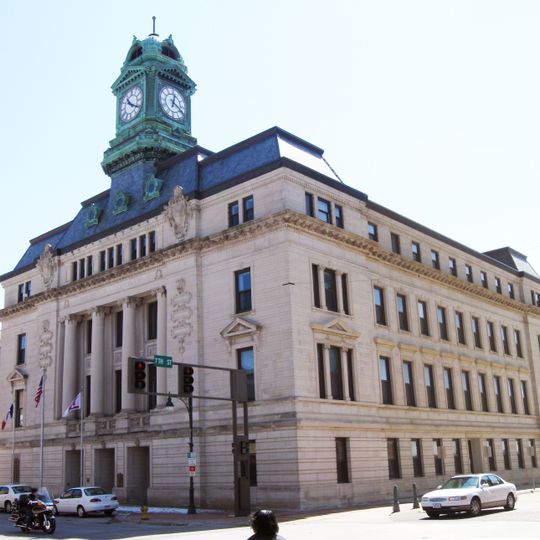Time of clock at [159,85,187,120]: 12:19
